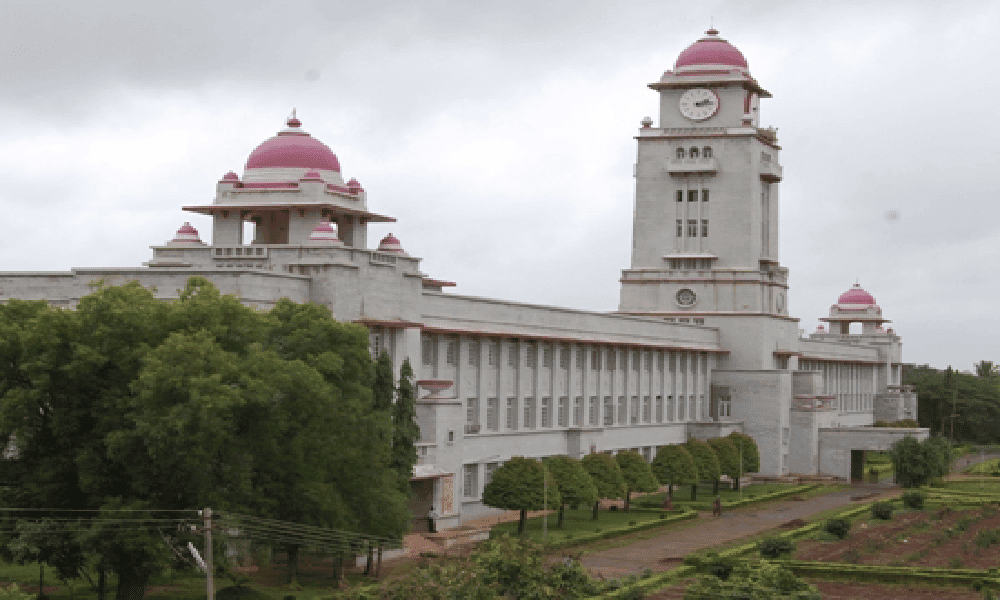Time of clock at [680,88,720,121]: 2:14
